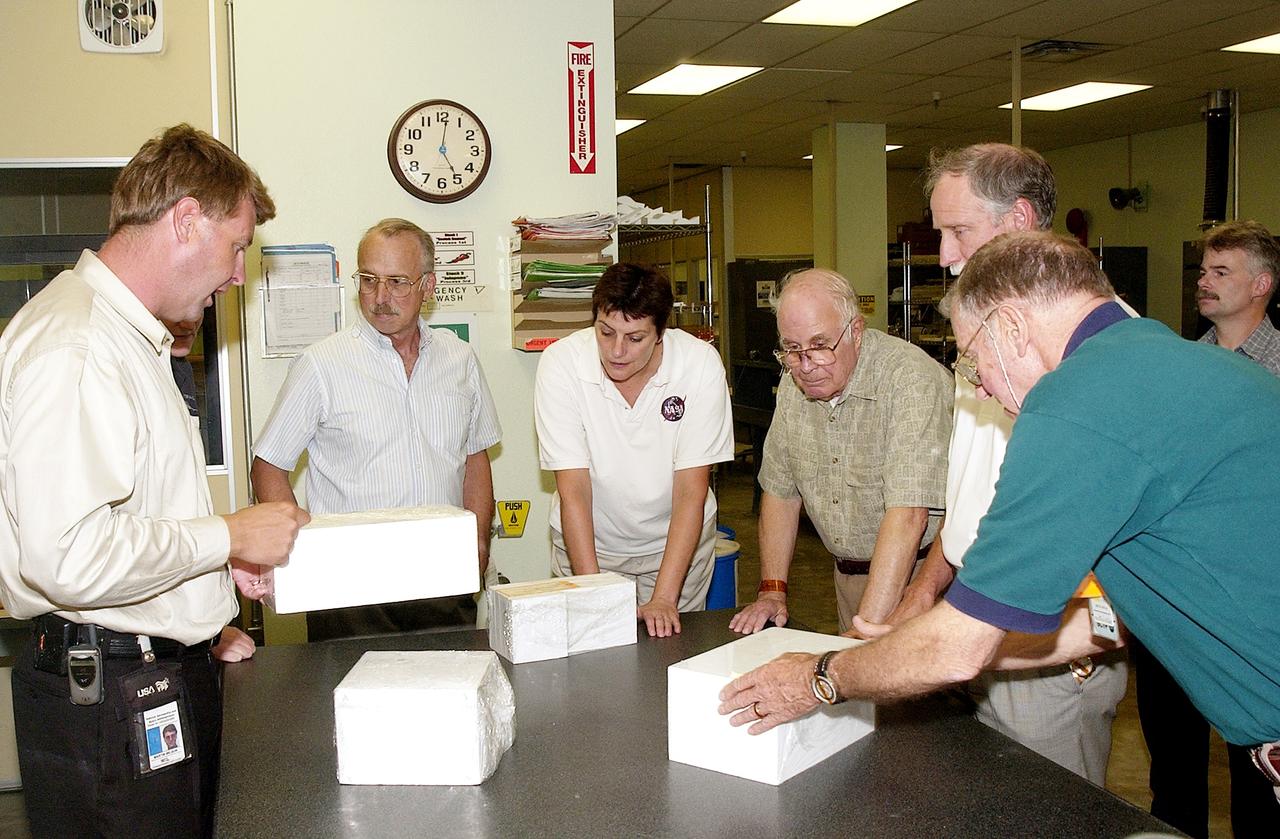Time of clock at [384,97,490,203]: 5:01
